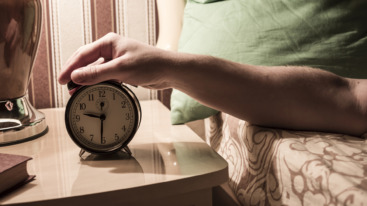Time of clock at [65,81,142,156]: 9:30
